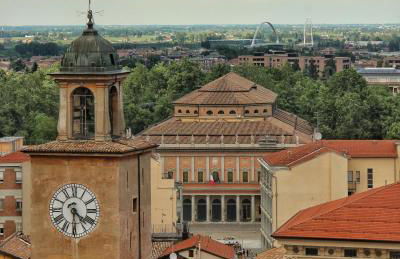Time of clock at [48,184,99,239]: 4:30
